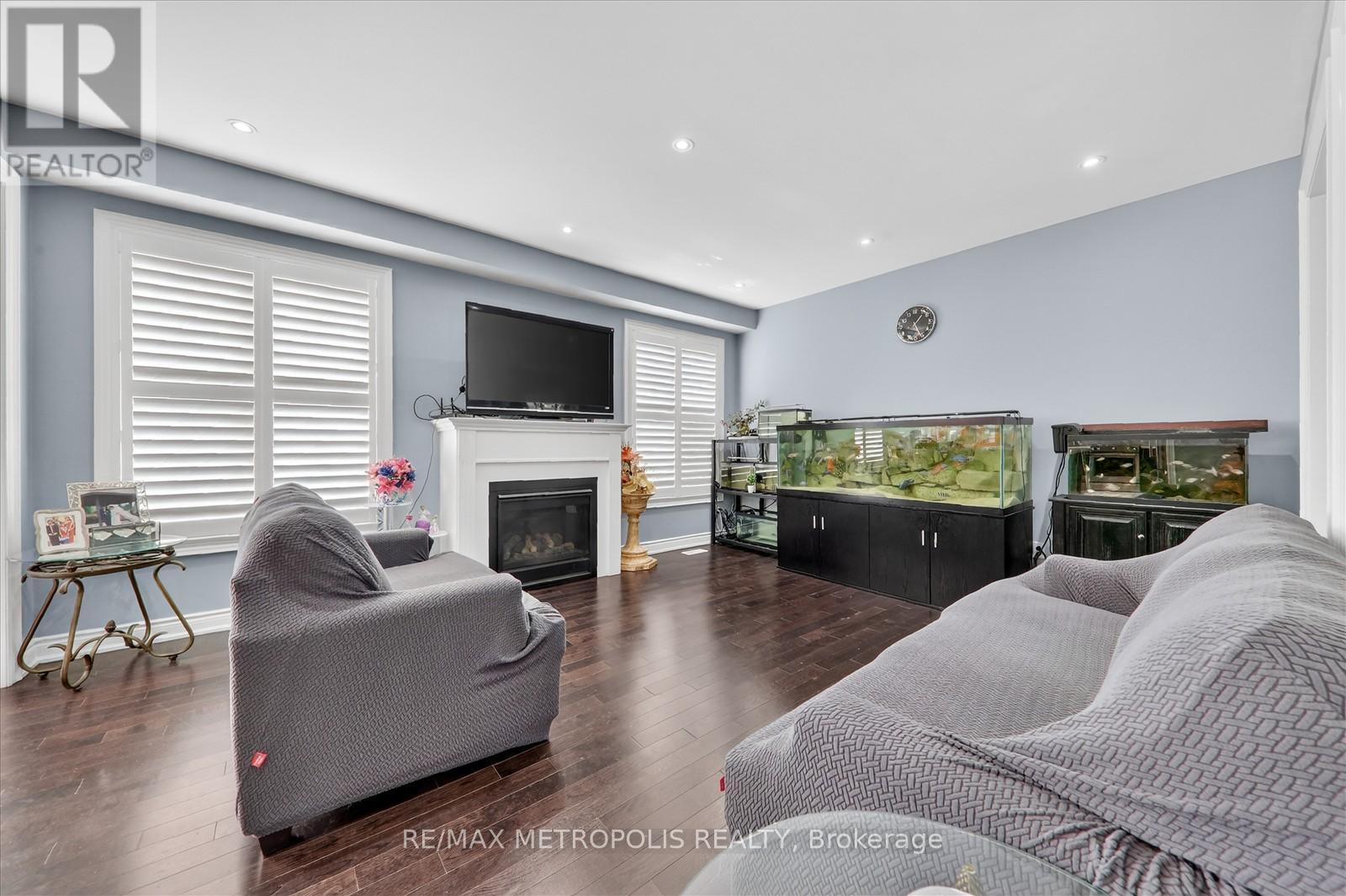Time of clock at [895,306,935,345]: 1:24
